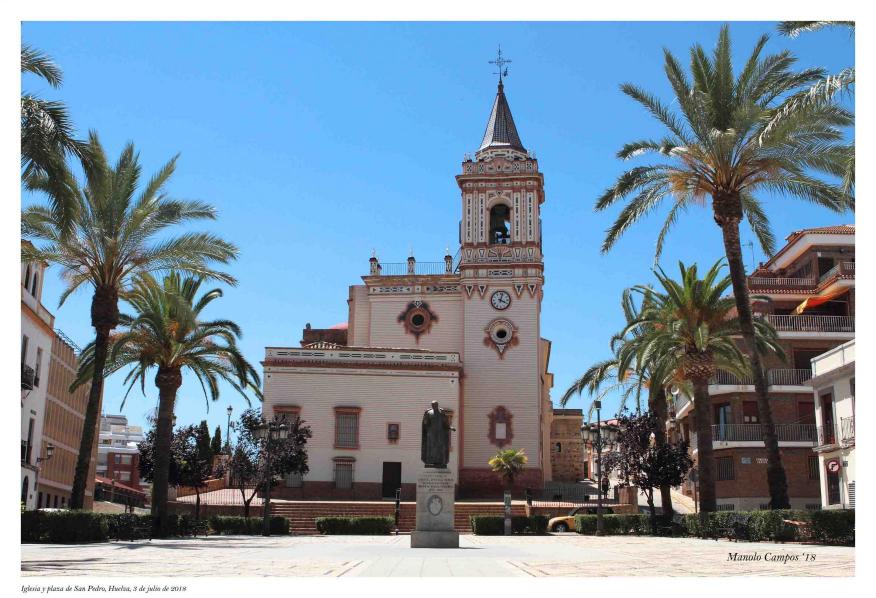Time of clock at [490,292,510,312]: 4:02
